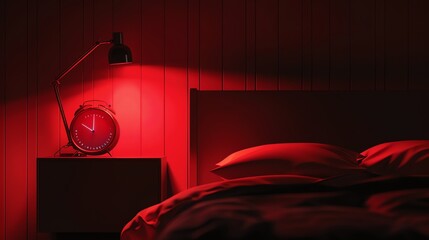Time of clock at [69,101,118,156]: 10:00
